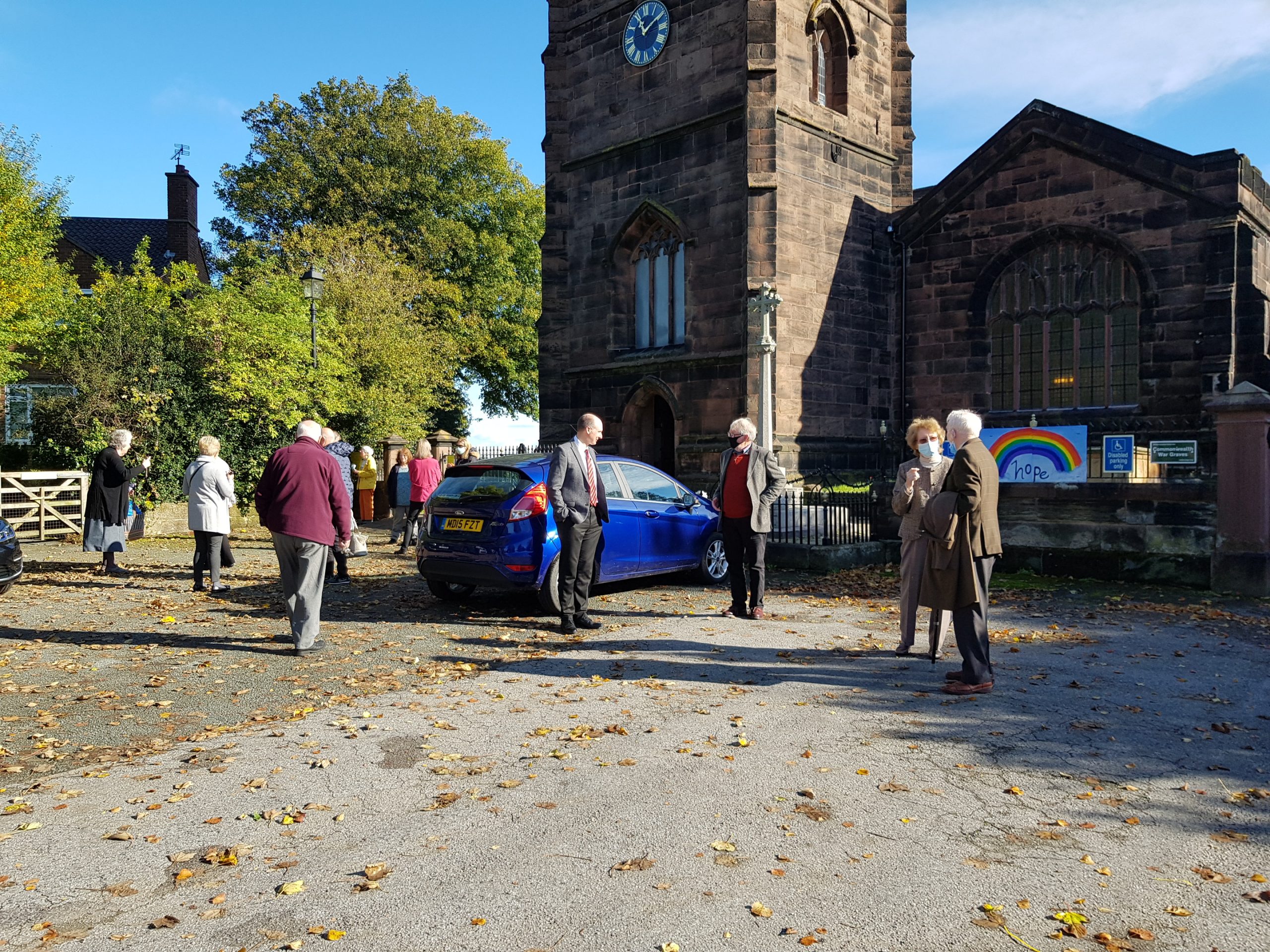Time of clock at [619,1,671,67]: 11:10
